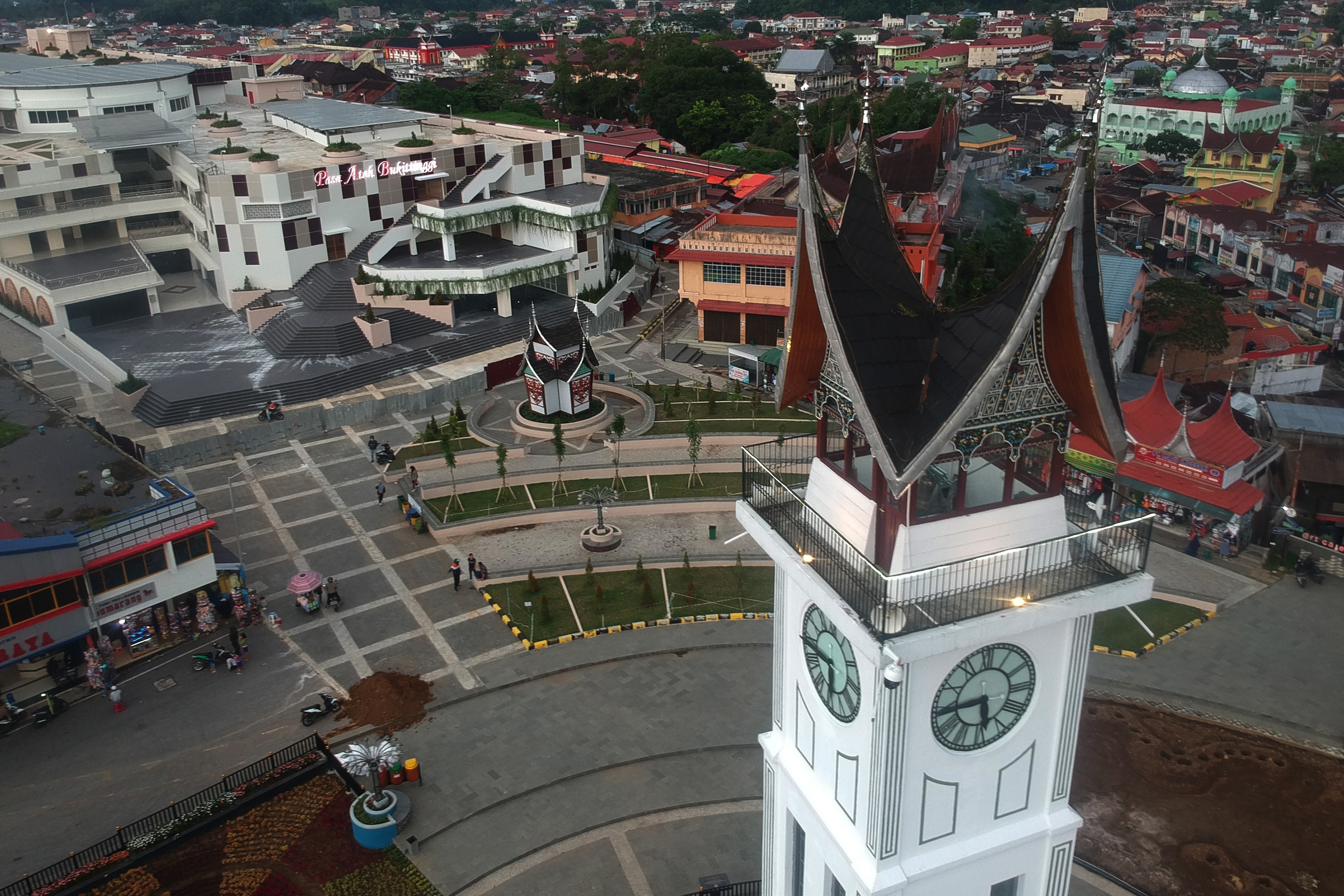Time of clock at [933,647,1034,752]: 5:44
